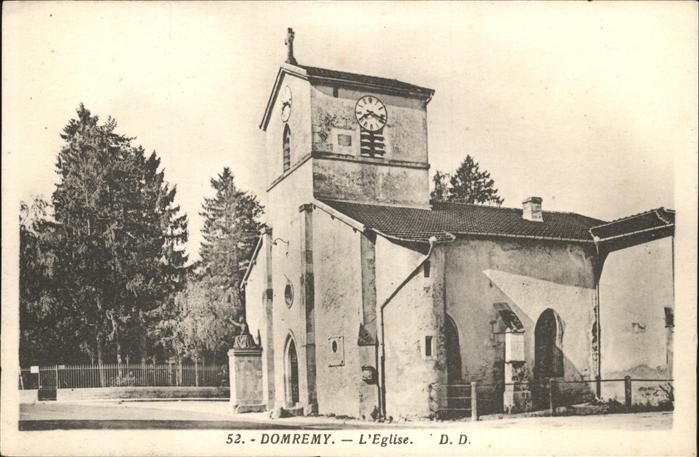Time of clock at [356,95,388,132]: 8:17
